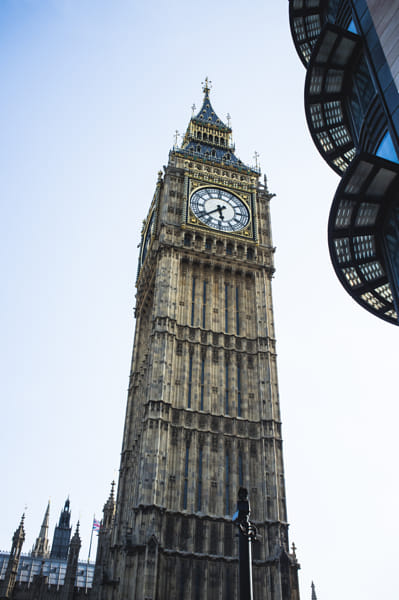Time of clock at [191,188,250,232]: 5:38
